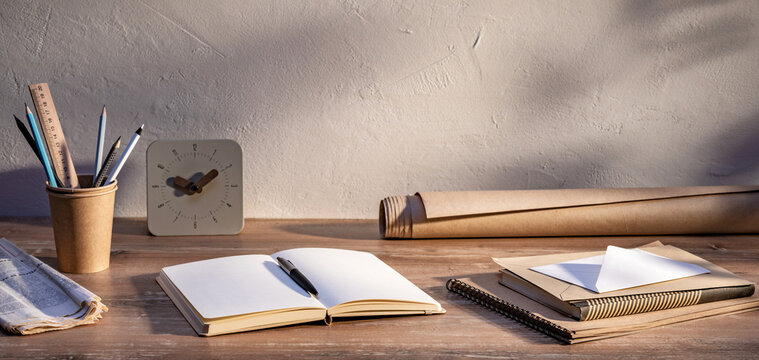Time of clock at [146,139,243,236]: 1:47
